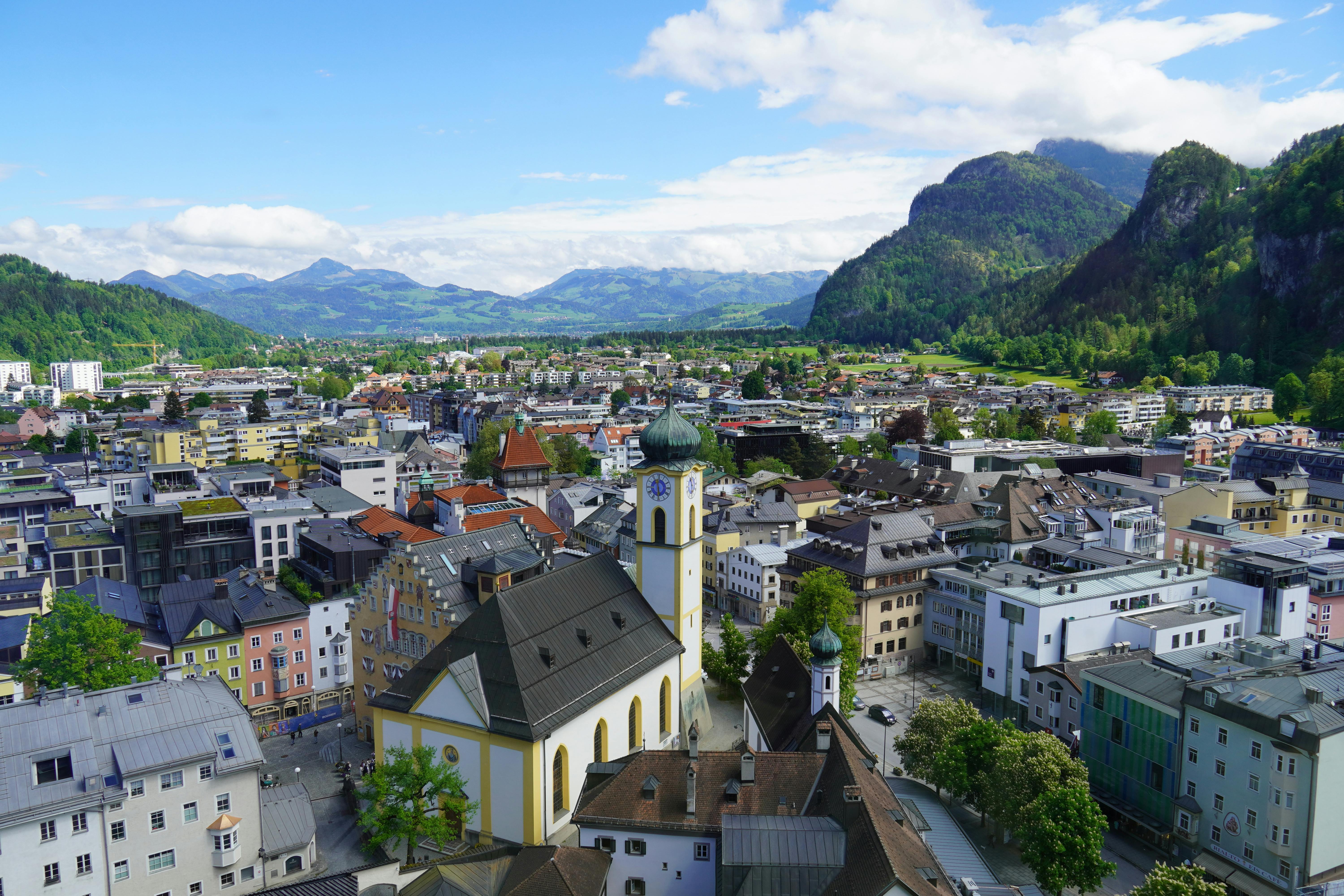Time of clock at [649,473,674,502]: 5:57
